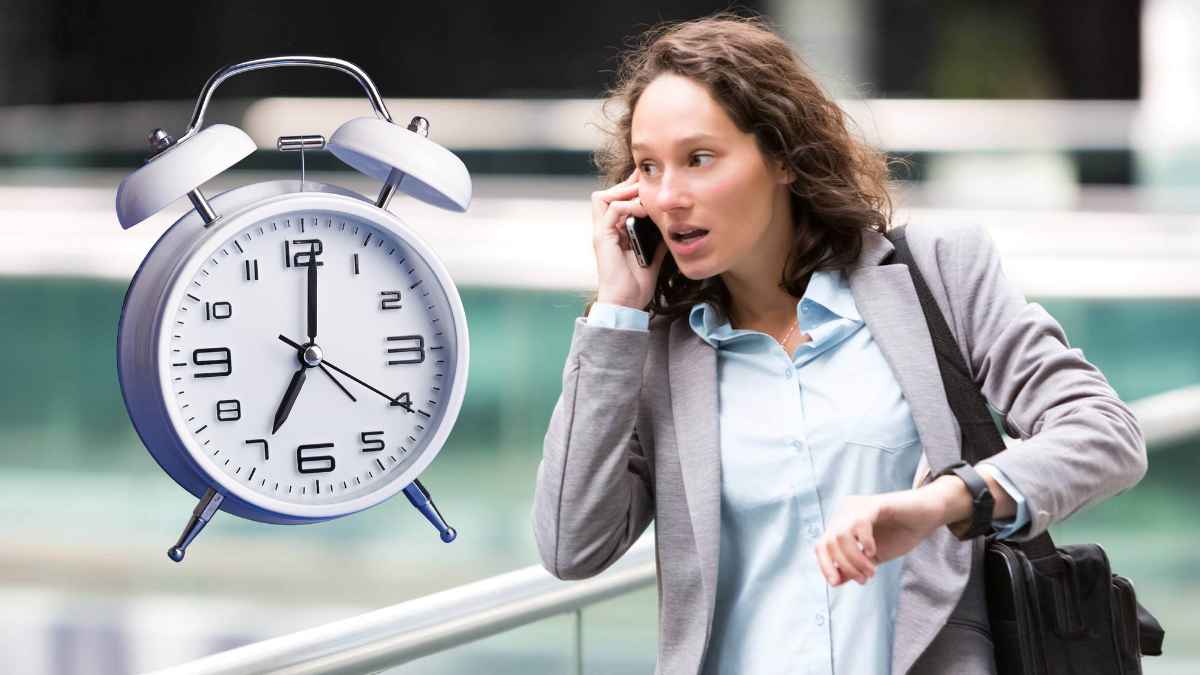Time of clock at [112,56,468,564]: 7:01
